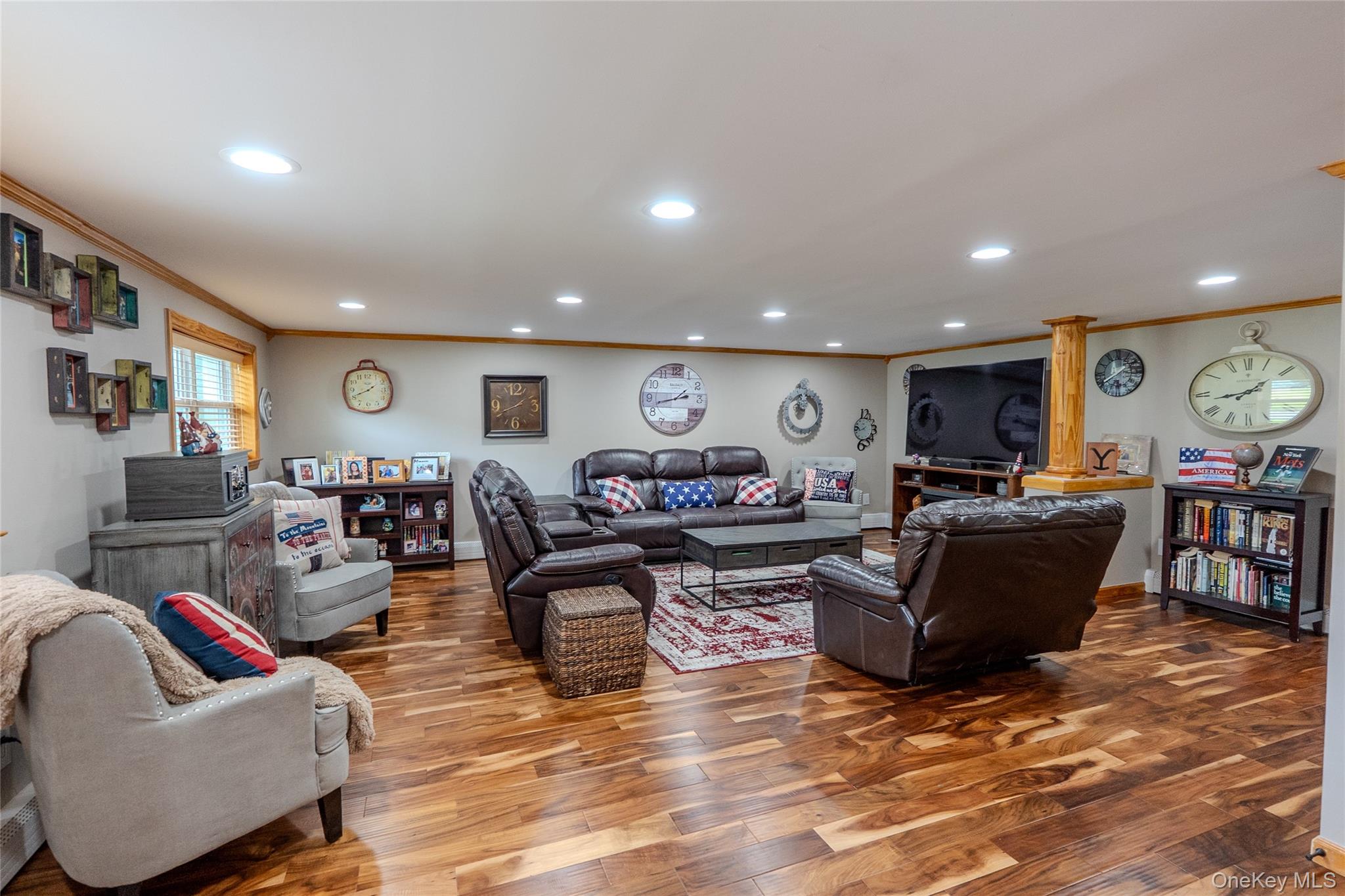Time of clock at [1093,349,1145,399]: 1:39
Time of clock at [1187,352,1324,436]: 1:43
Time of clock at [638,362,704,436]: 1:42
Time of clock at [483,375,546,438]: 1:40
